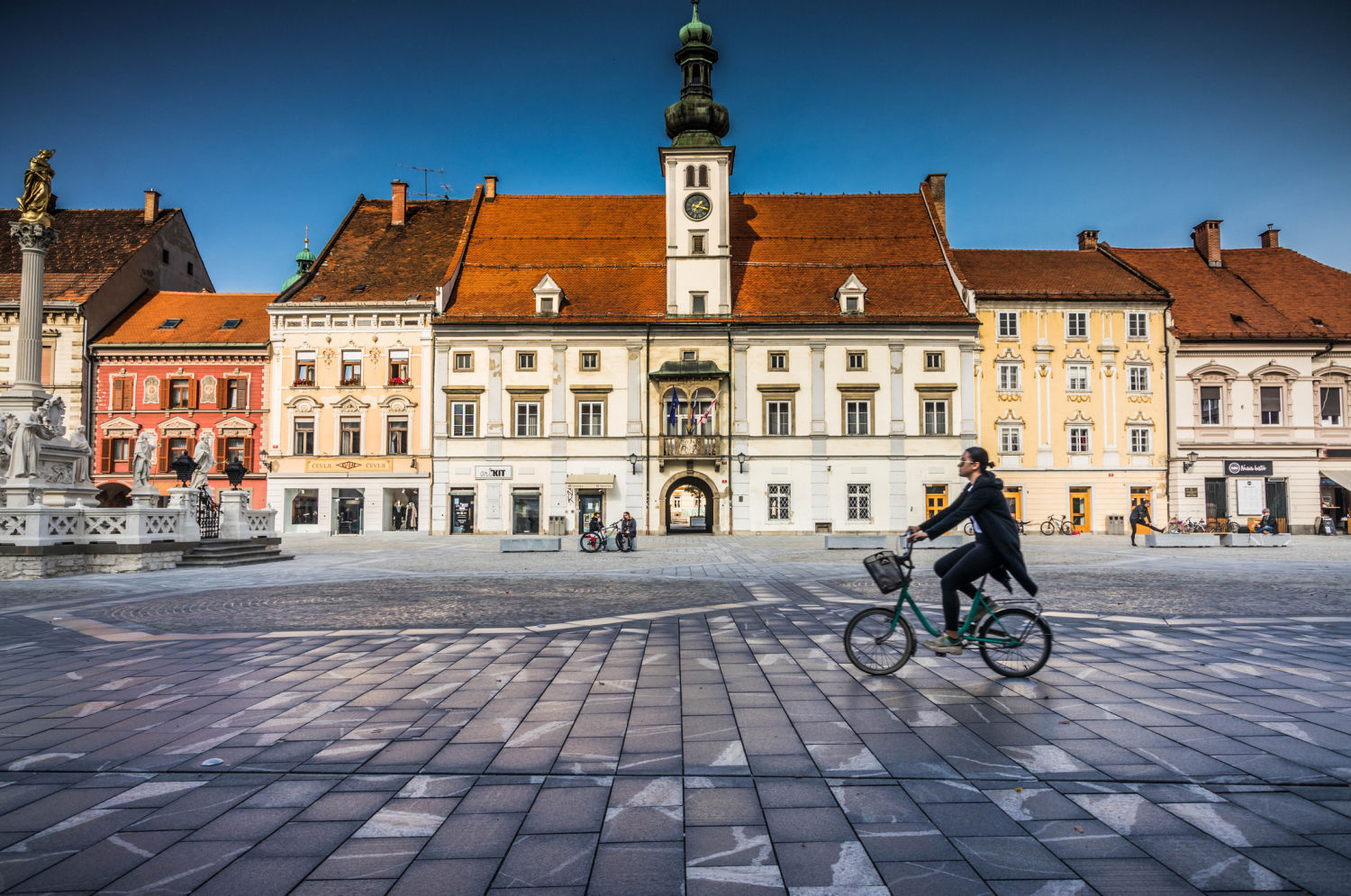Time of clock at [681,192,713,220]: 1:17
